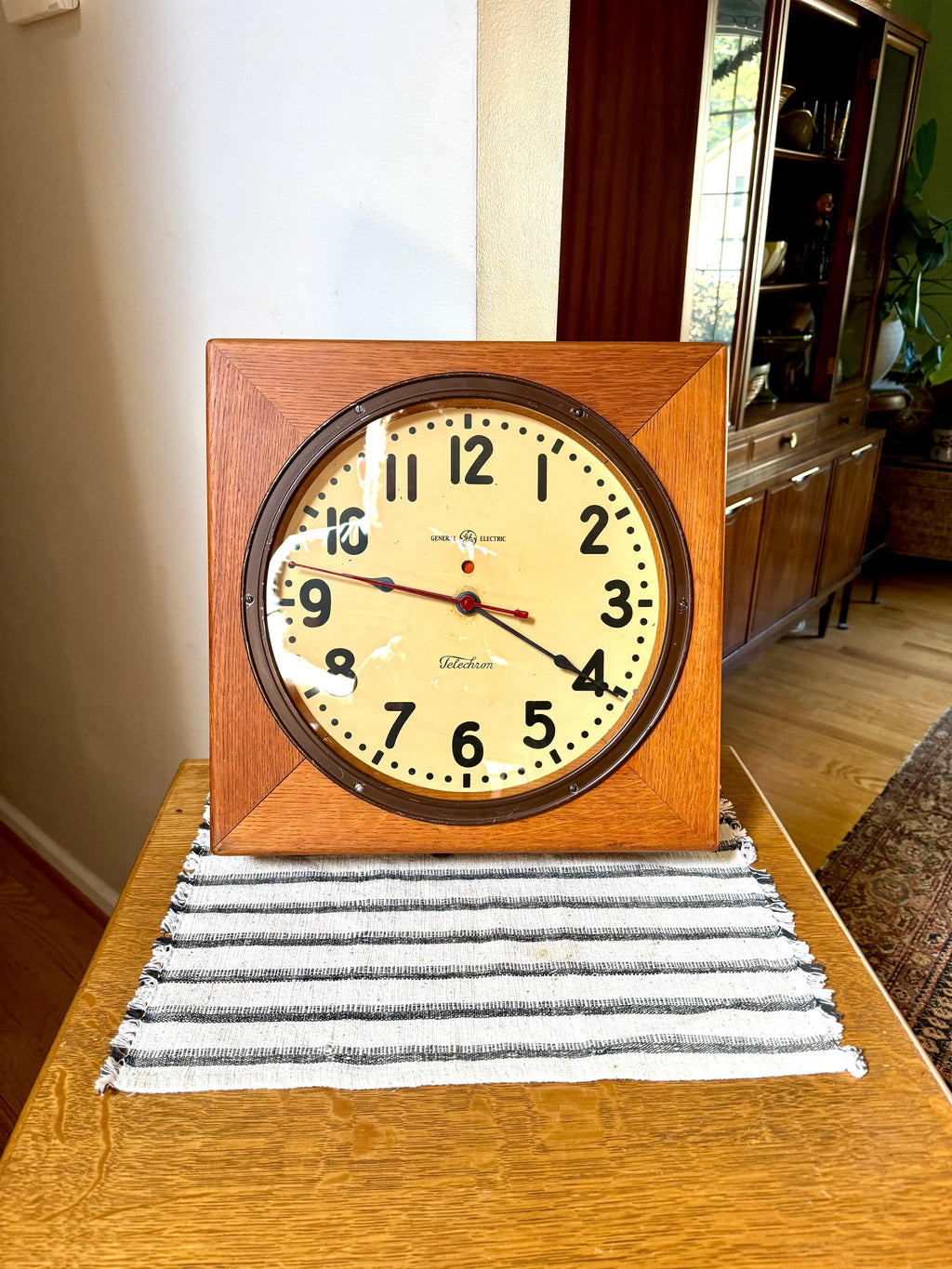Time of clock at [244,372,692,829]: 9:20
